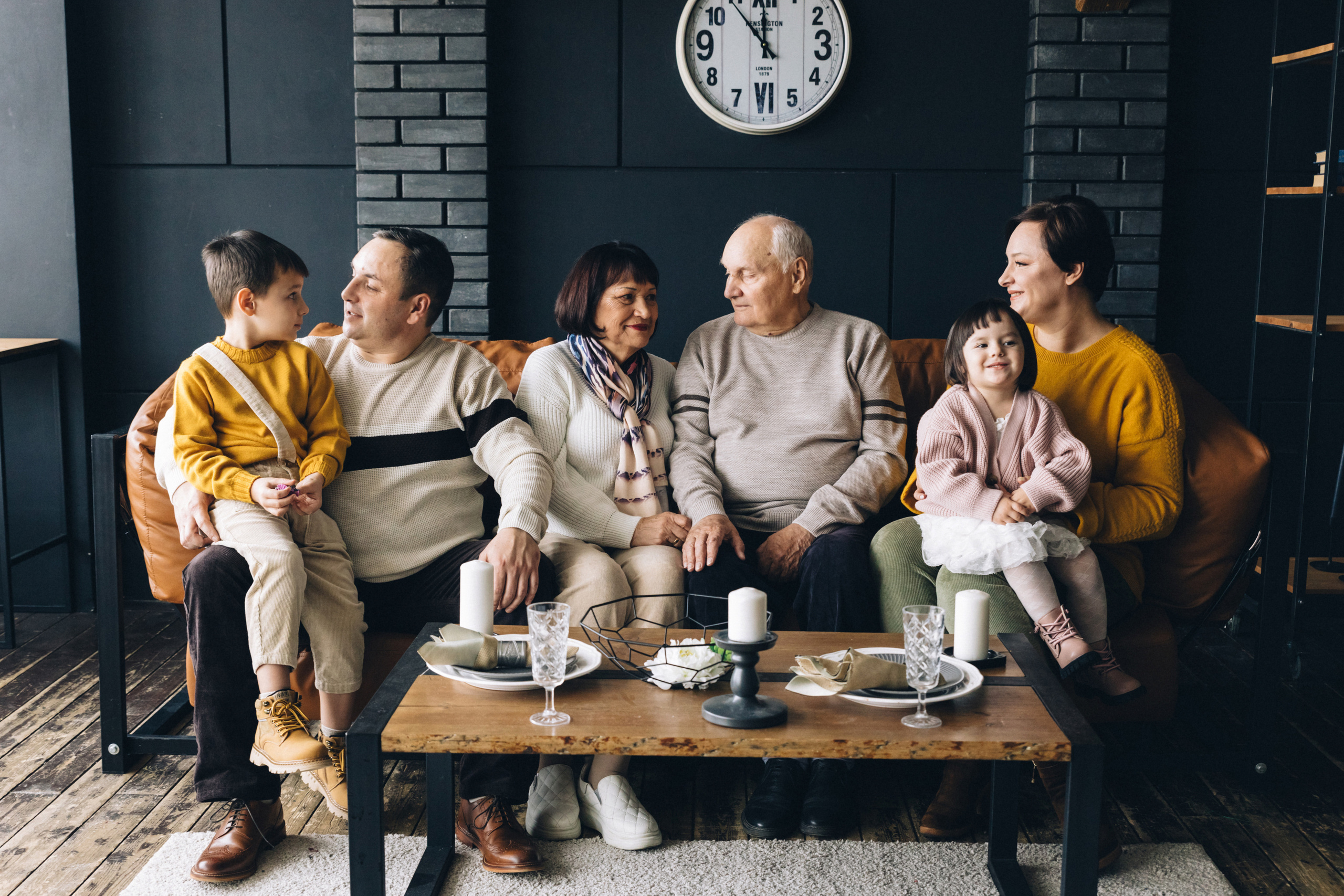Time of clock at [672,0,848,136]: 11:53
